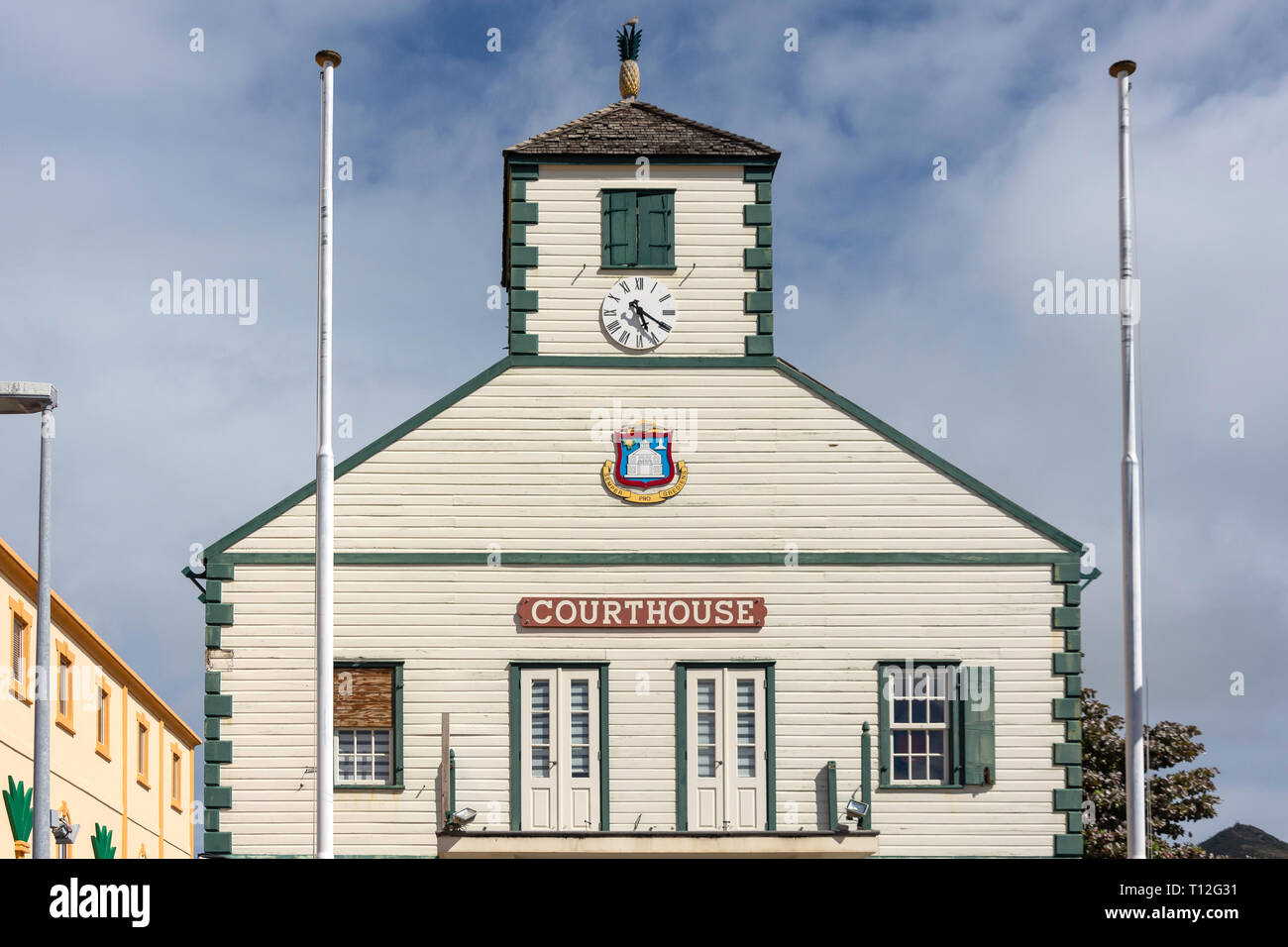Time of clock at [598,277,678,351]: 5:20
